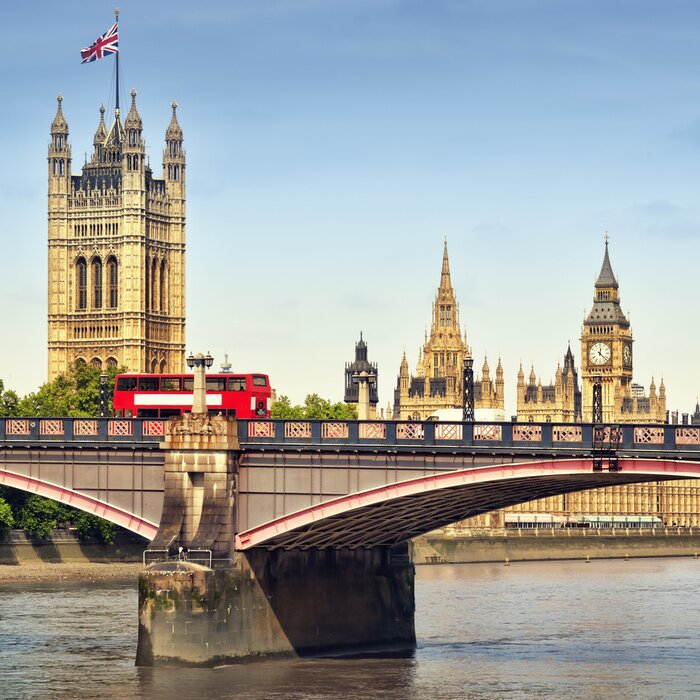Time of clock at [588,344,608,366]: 12:21
